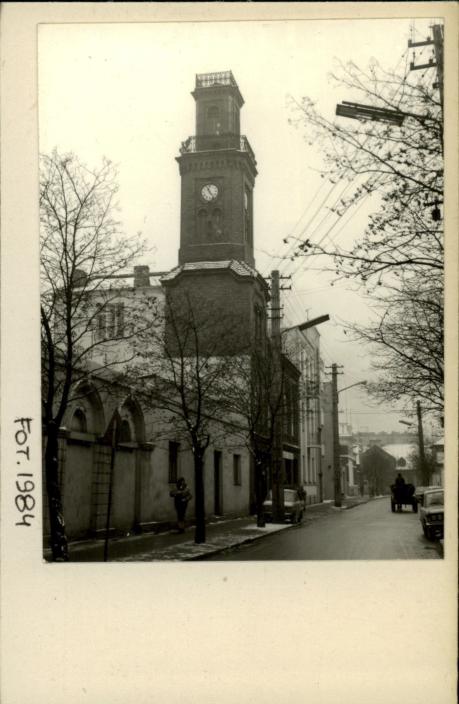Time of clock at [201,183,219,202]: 11:24
